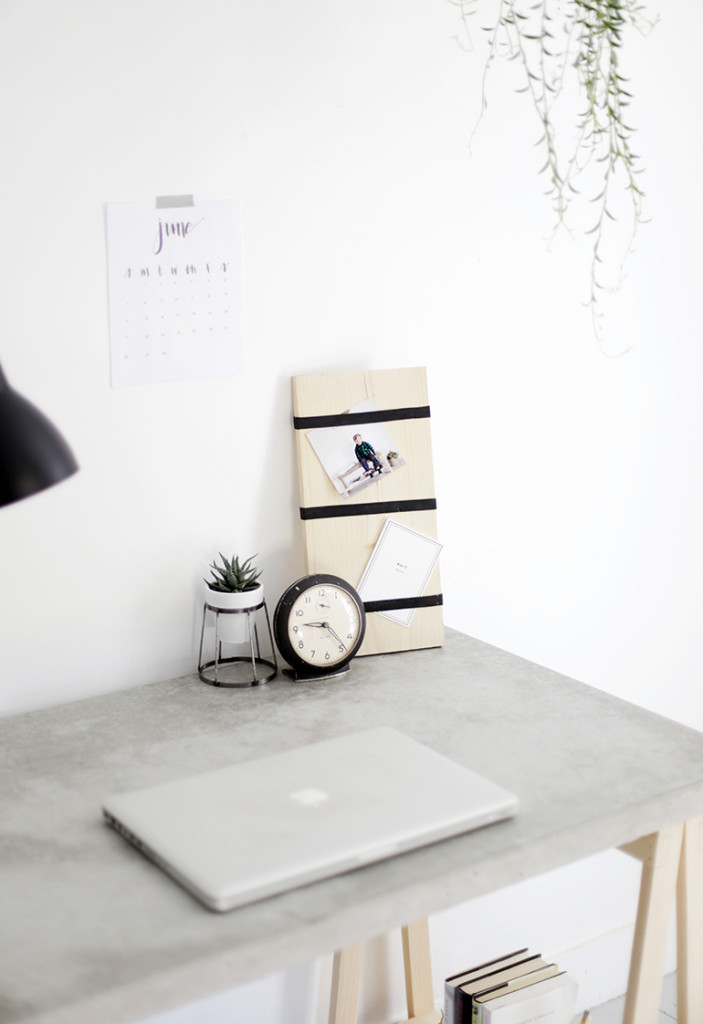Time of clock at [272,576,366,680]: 9:23
